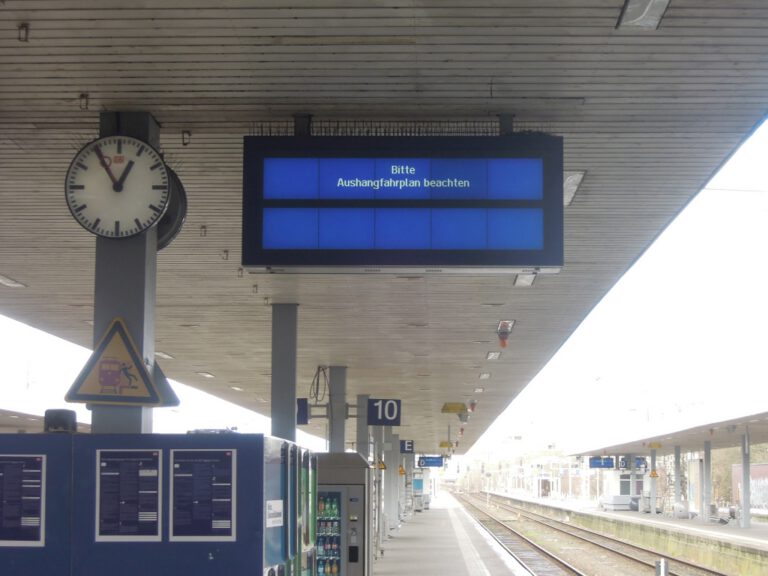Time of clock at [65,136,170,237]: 12:54
